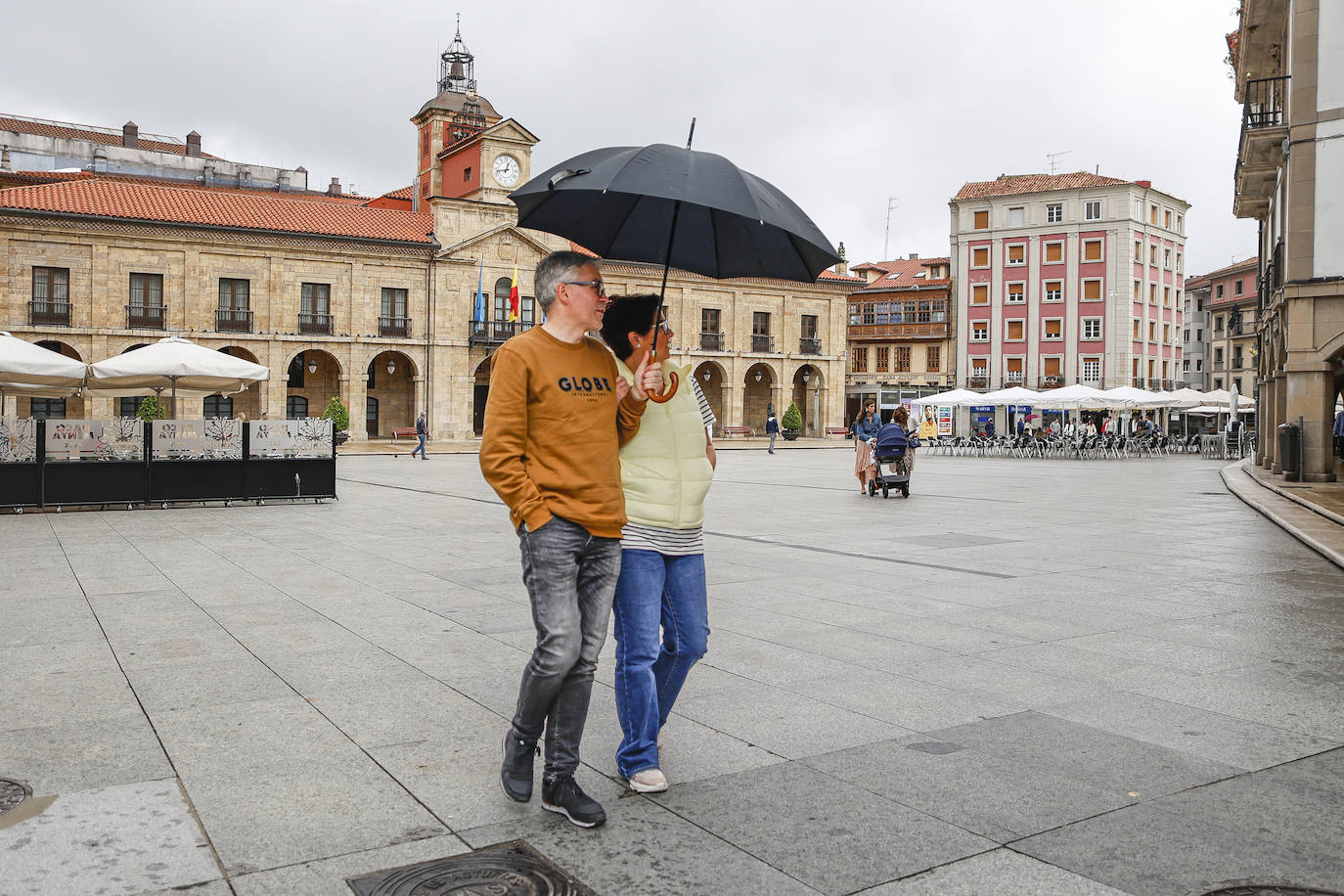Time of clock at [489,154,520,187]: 12:42
